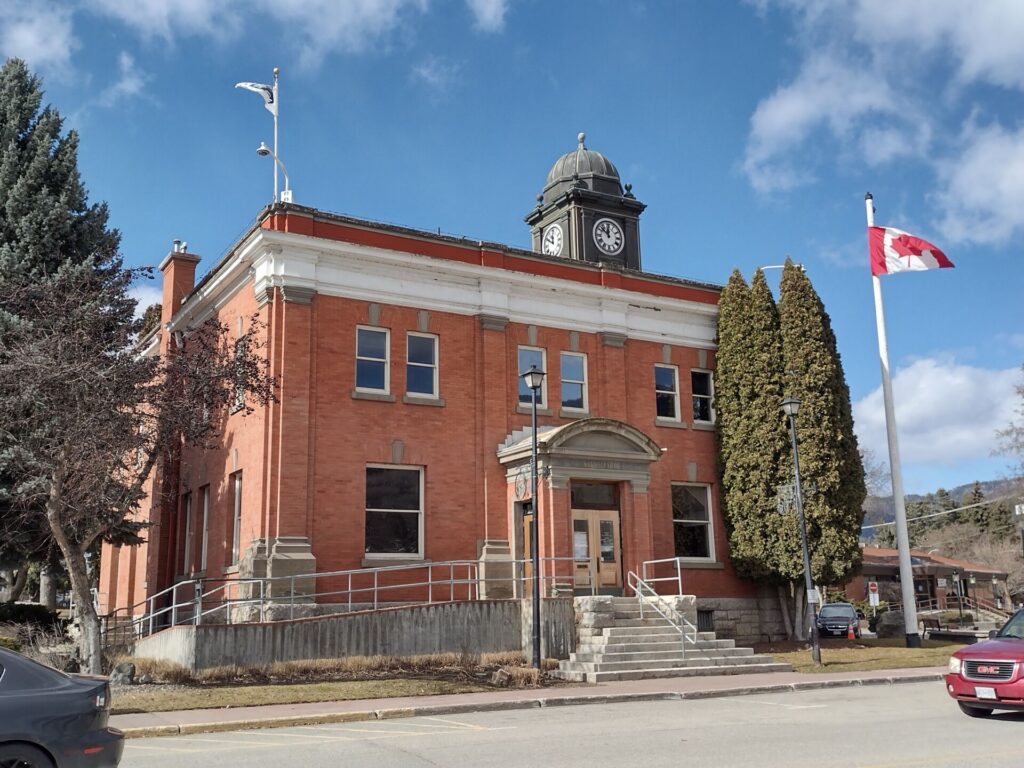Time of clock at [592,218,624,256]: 11:52
